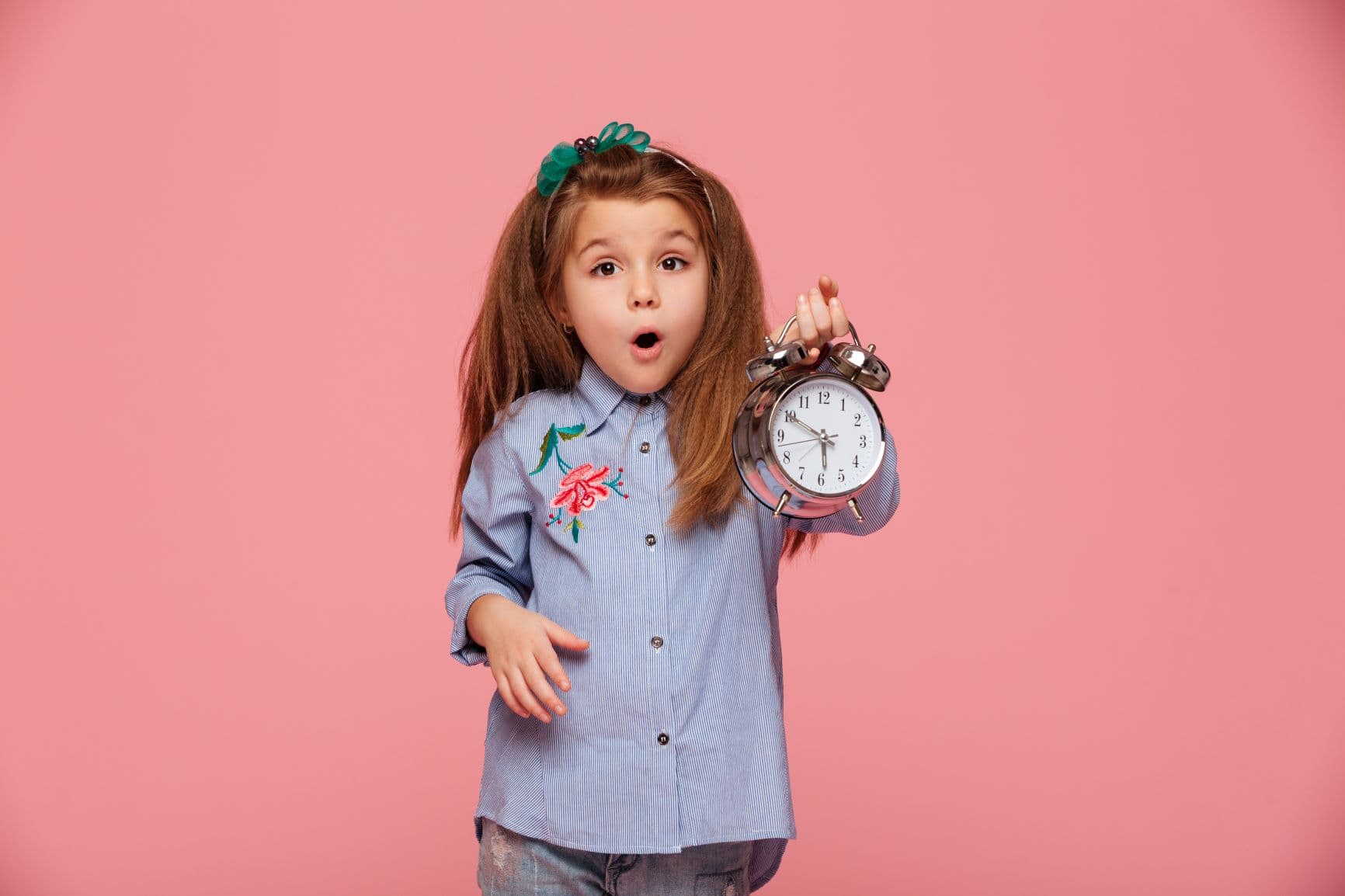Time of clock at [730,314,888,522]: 5:49
